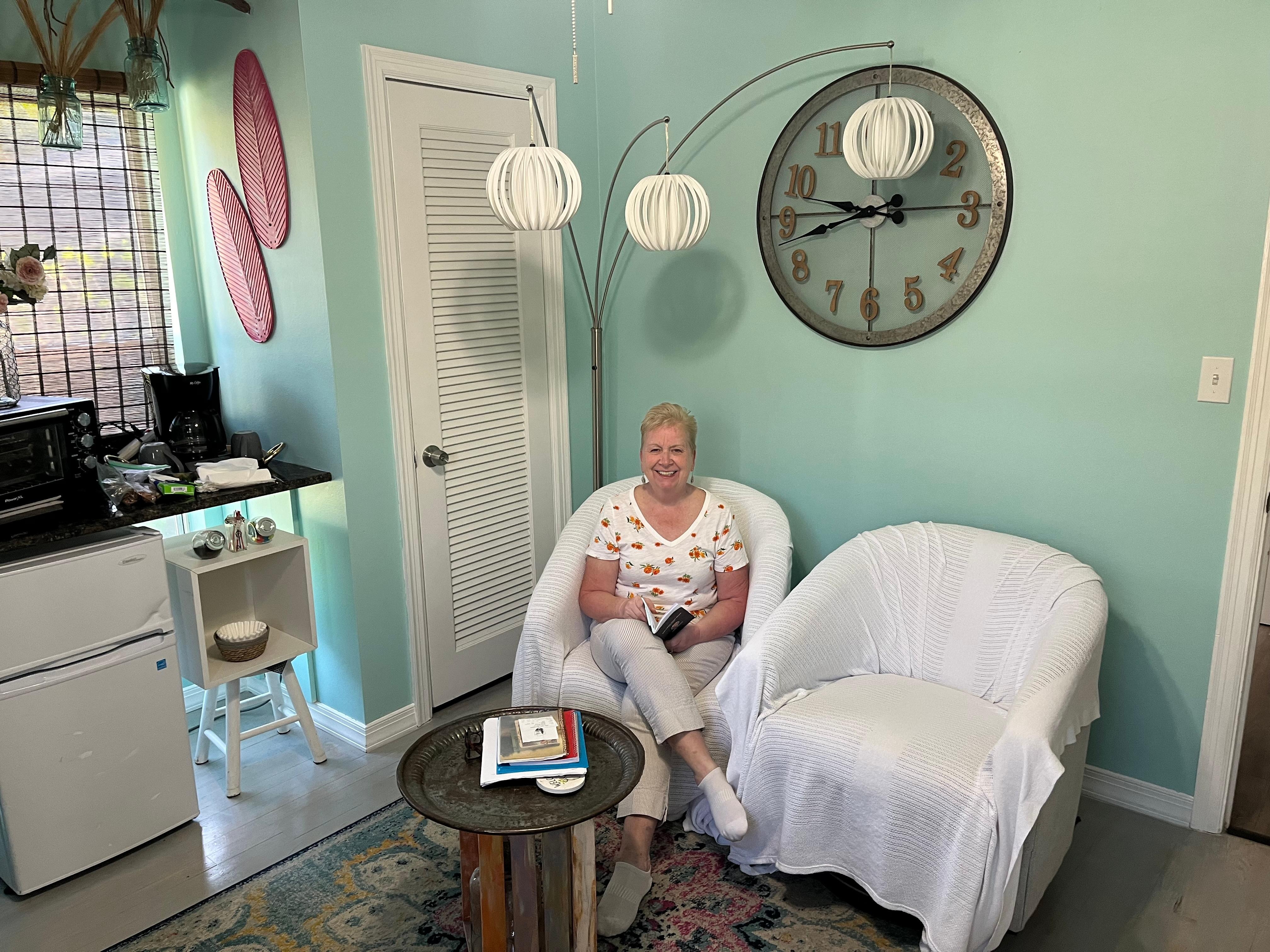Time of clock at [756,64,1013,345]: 9:42
